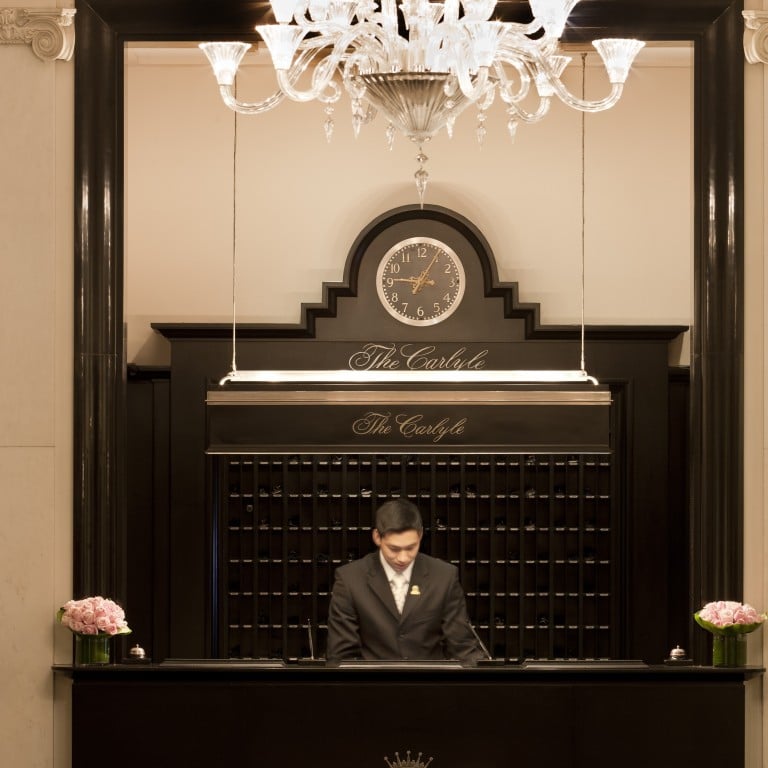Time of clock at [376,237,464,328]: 9:04
